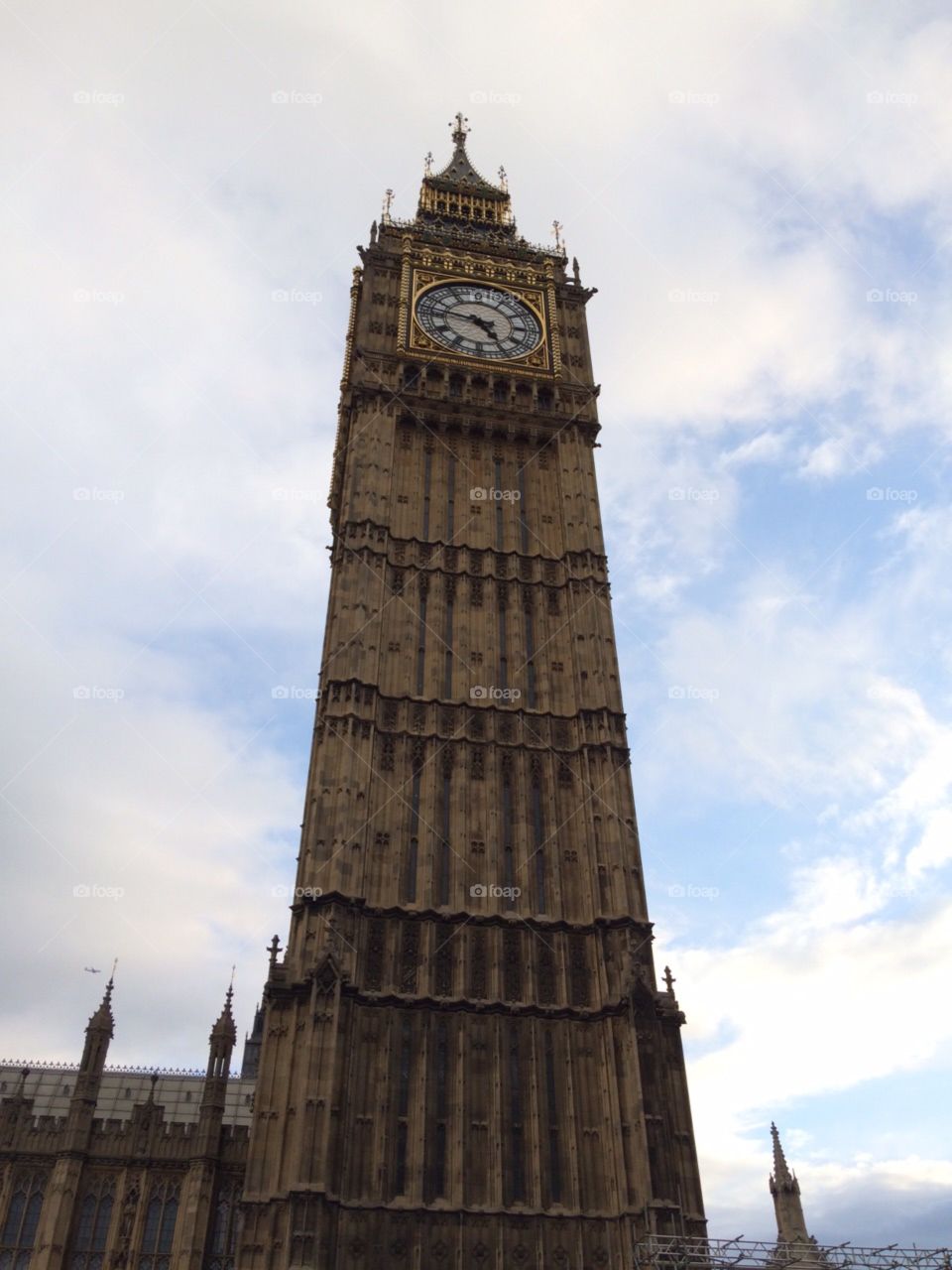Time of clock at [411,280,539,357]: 4:46
